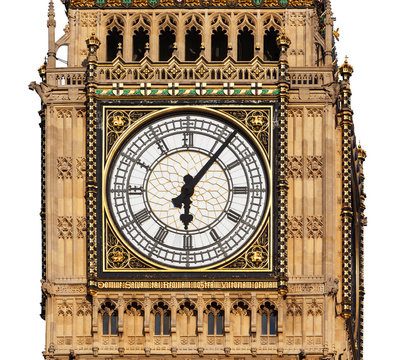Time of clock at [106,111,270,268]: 6:06
